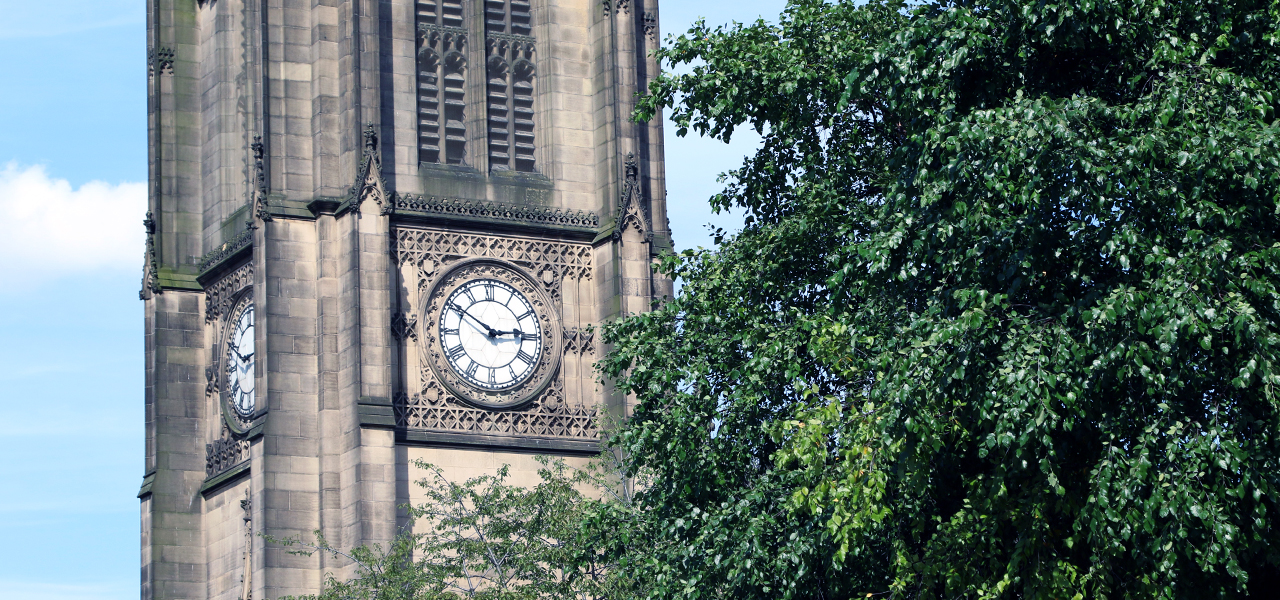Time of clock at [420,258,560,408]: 2:50
